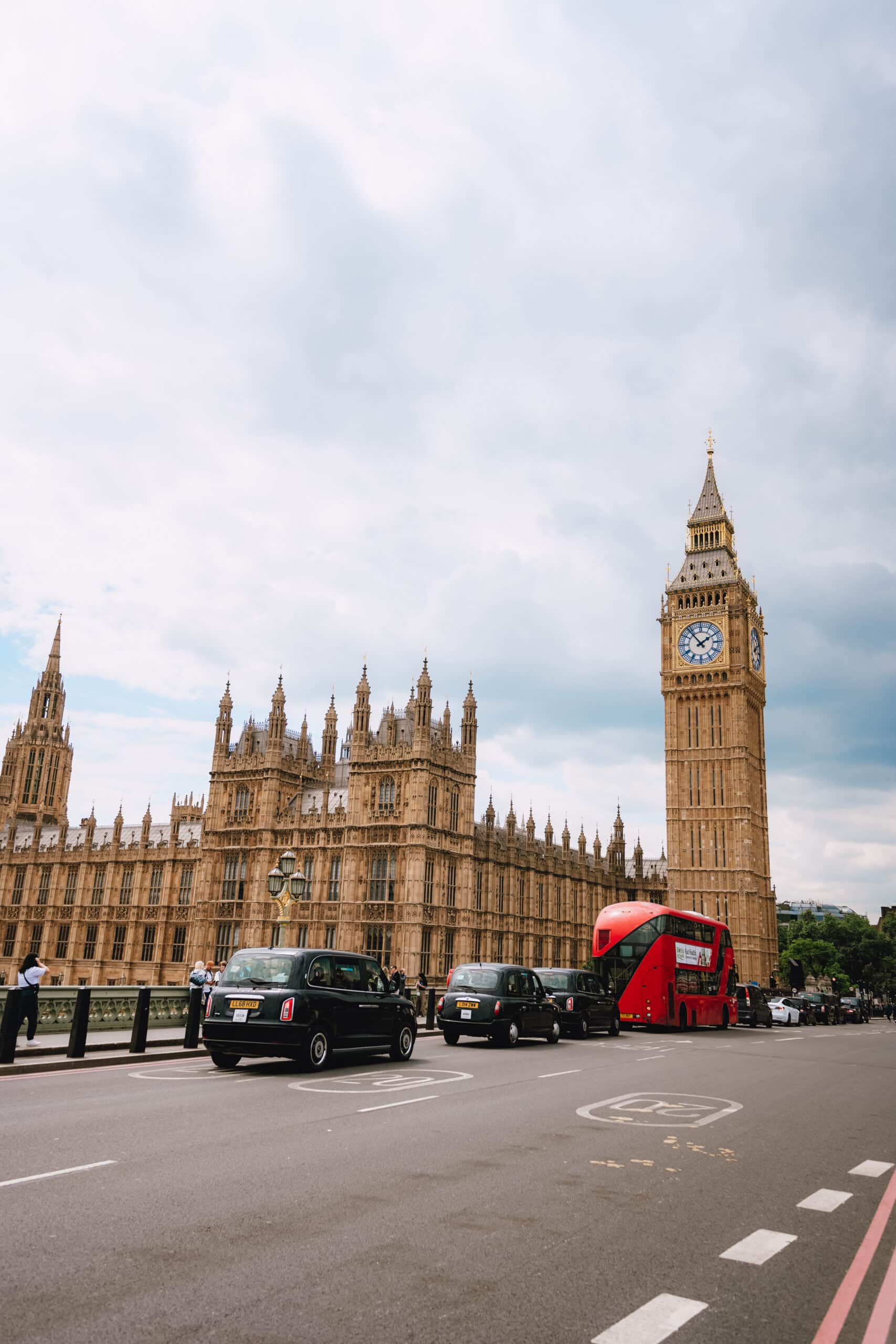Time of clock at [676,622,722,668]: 1:53
